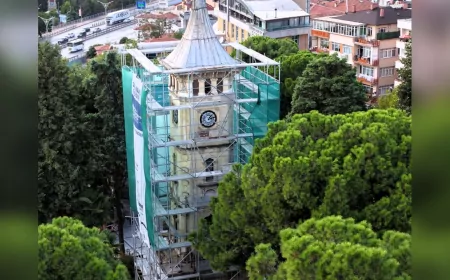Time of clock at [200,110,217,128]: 1:12
